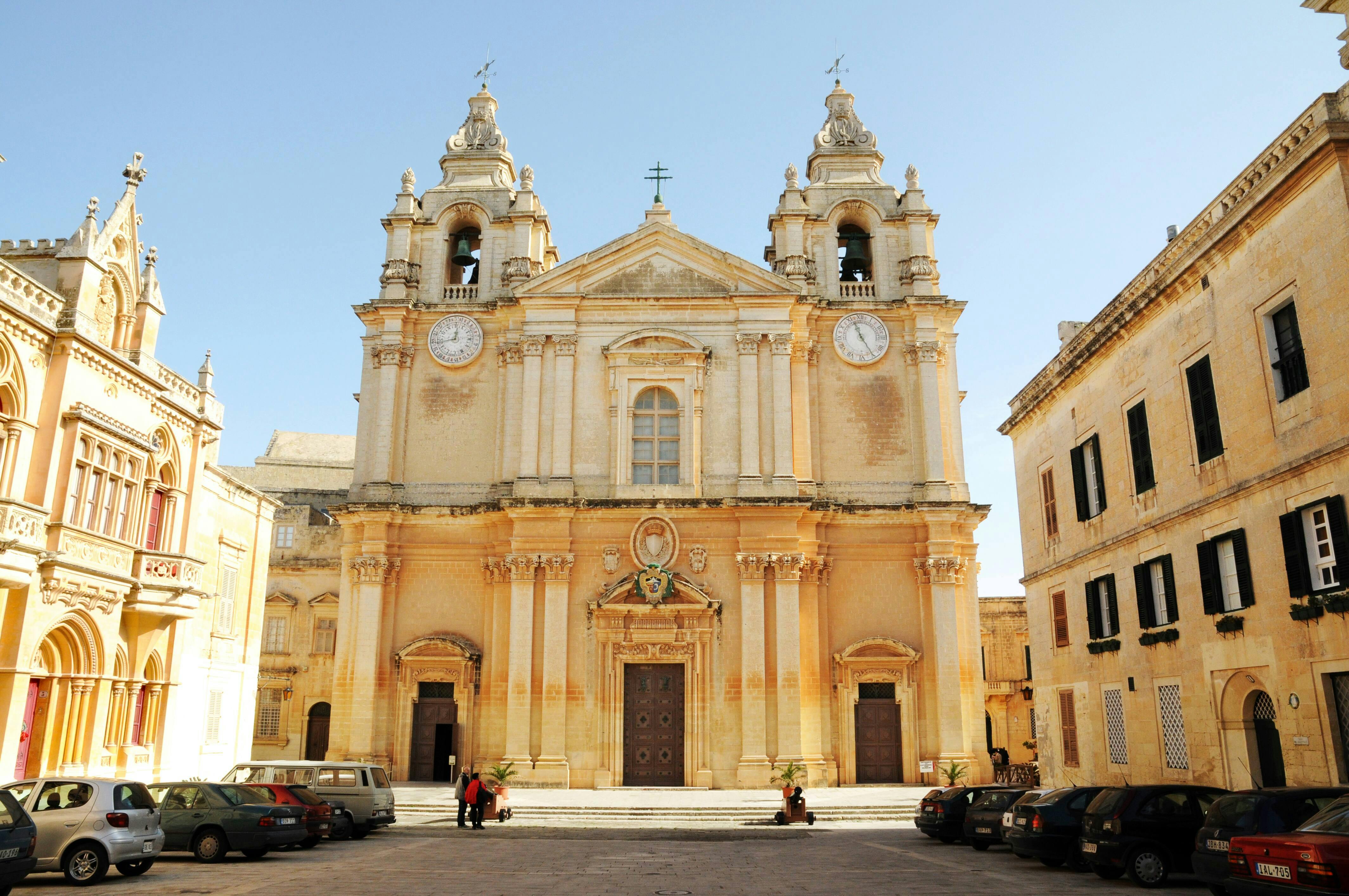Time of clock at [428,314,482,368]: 12:43
